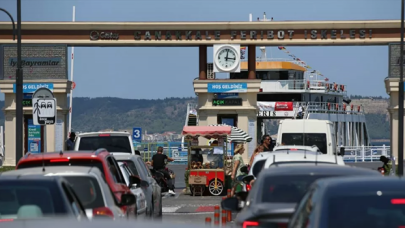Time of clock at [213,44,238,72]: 3:01
